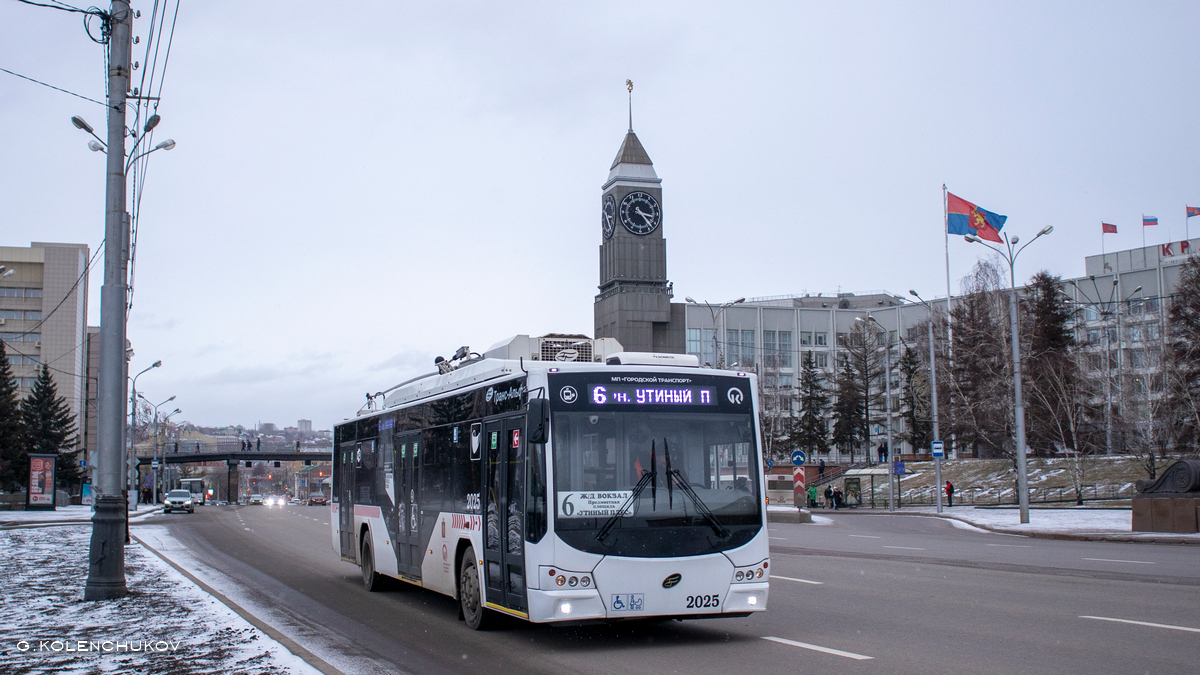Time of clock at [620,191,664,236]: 3:23
